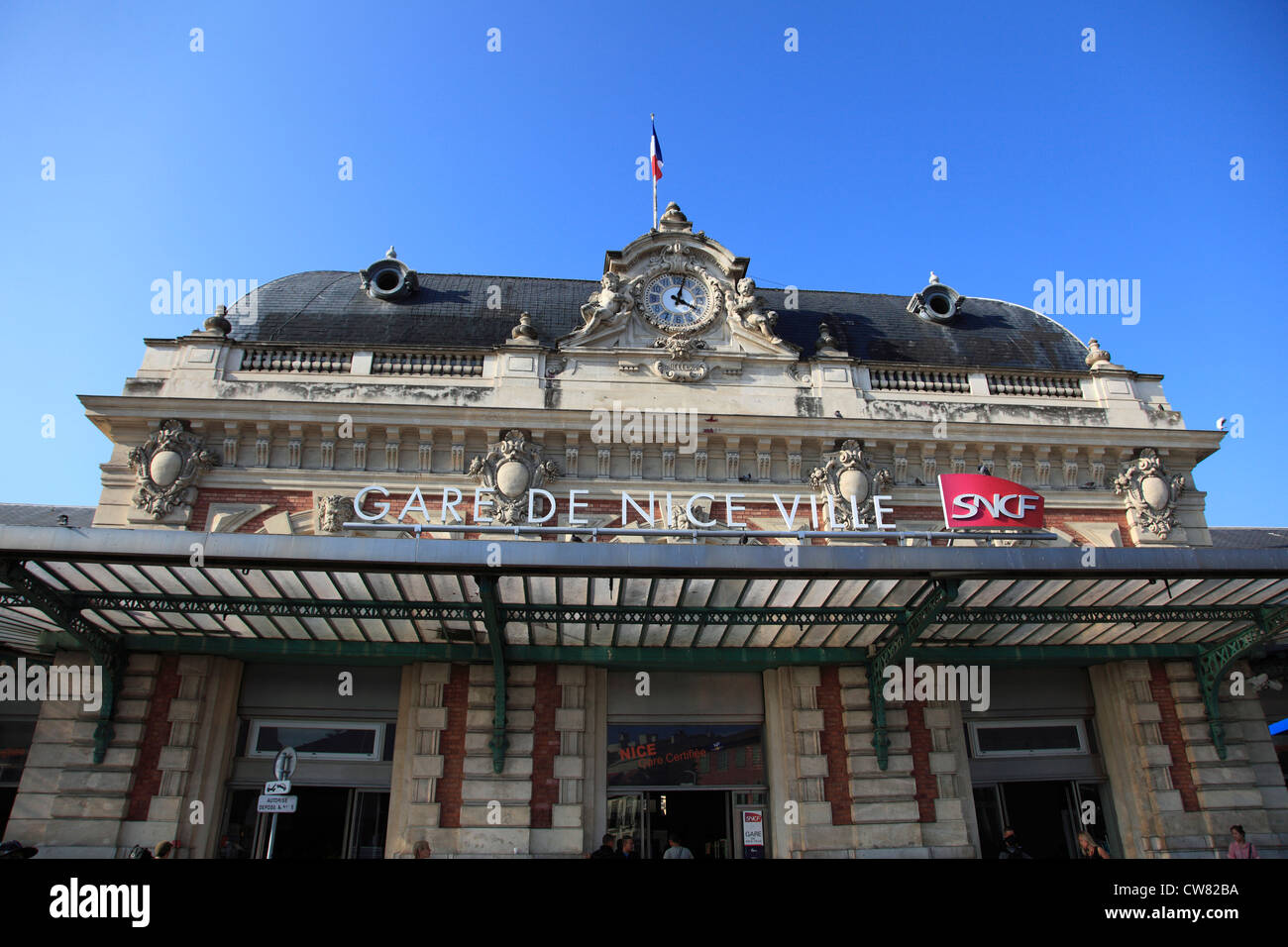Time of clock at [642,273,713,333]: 4:02
